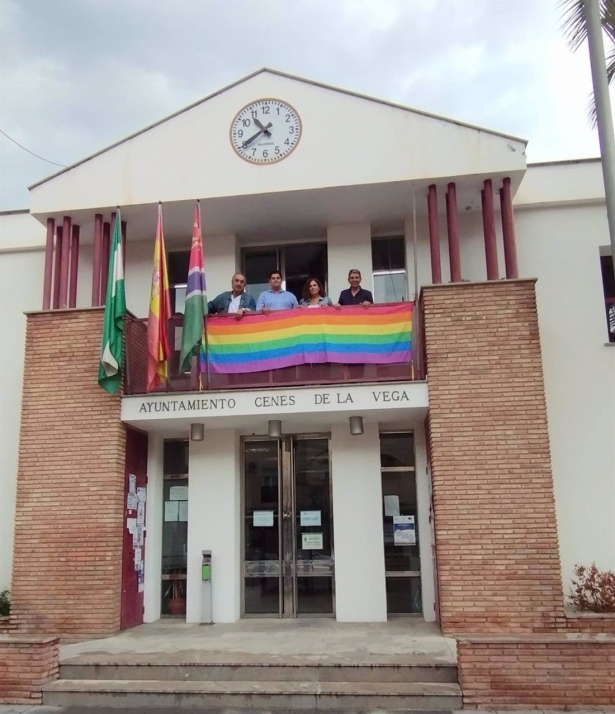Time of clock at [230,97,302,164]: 10:39
